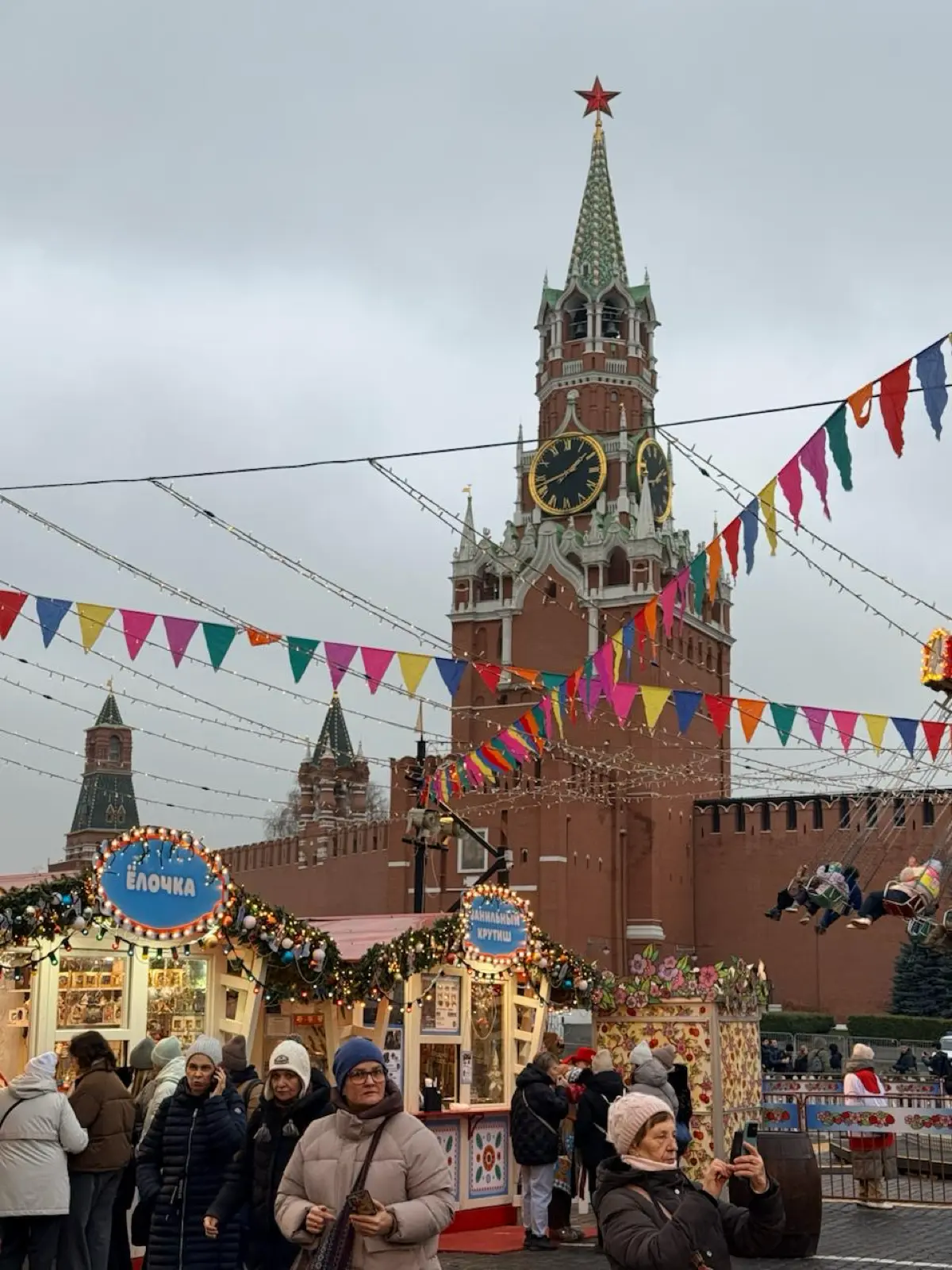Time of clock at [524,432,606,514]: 1:42
